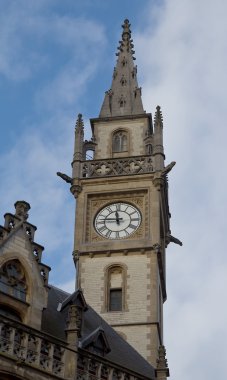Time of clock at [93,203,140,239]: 11:46
